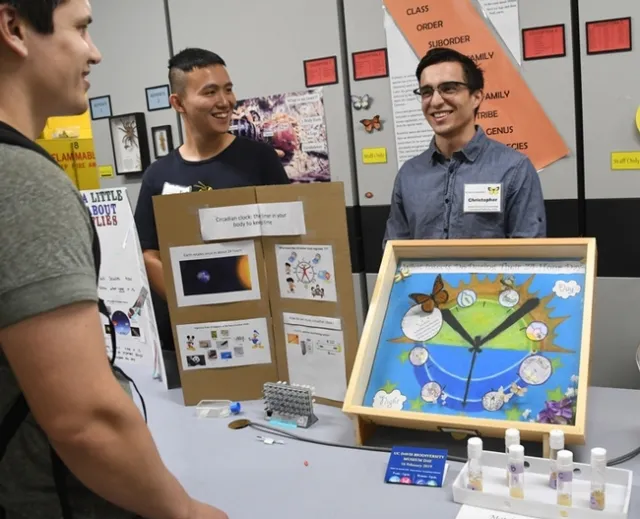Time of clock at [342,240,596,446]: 10:07
